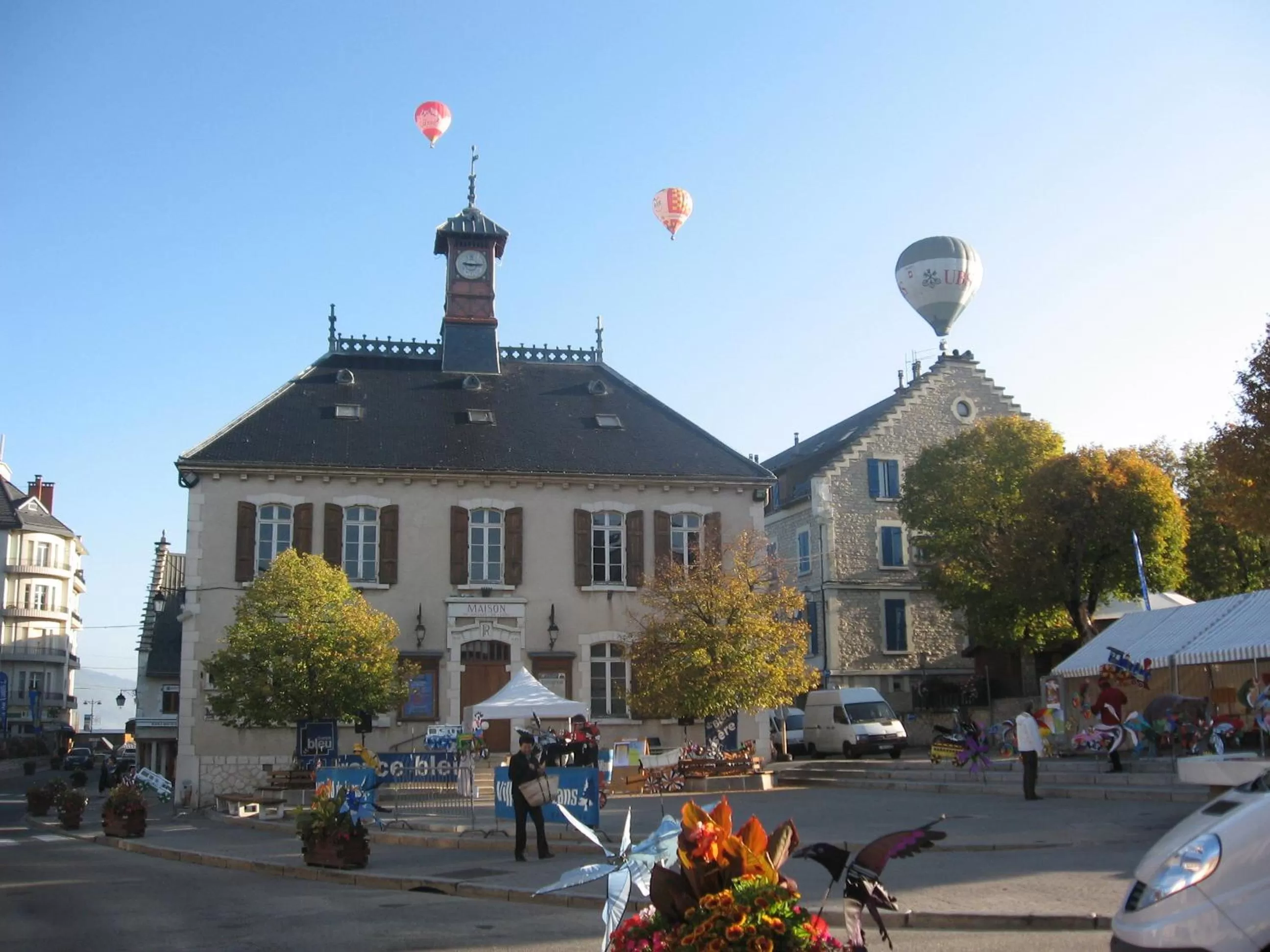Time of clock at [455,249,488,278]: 9:15
